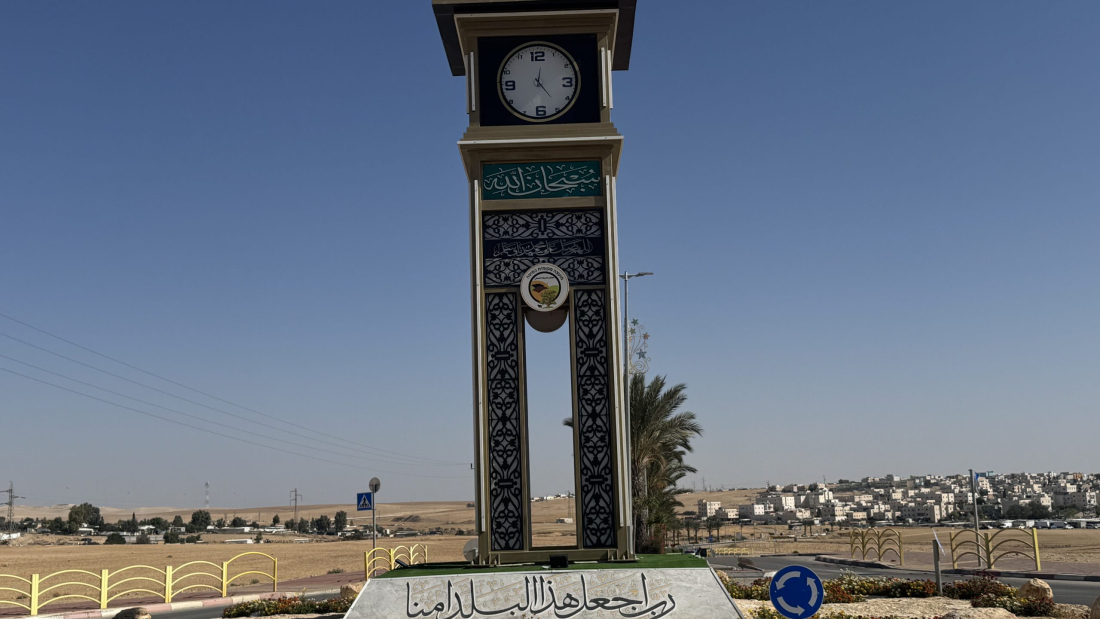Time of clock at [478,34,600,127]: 12:23
